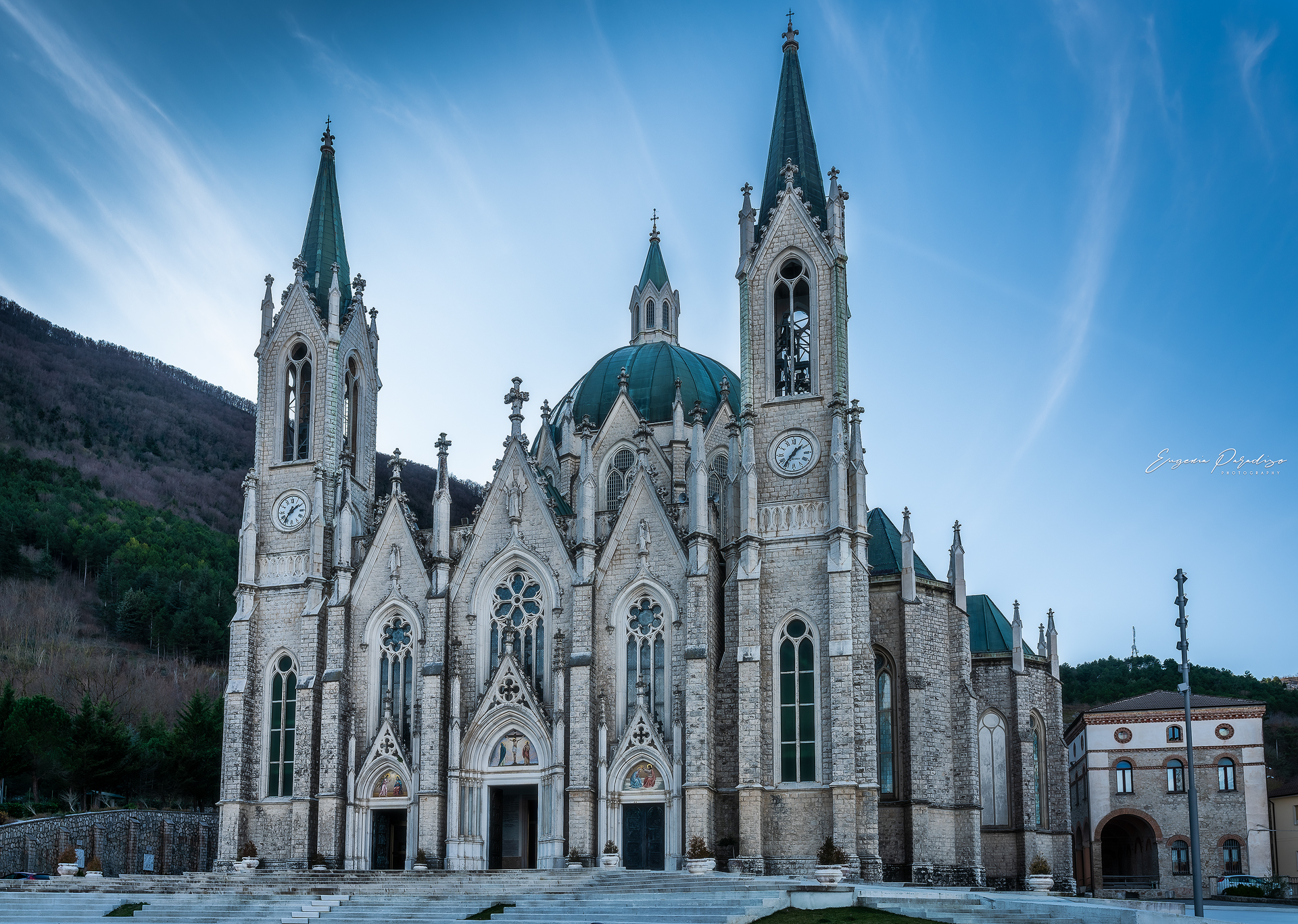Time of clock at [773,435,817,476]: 1:36
